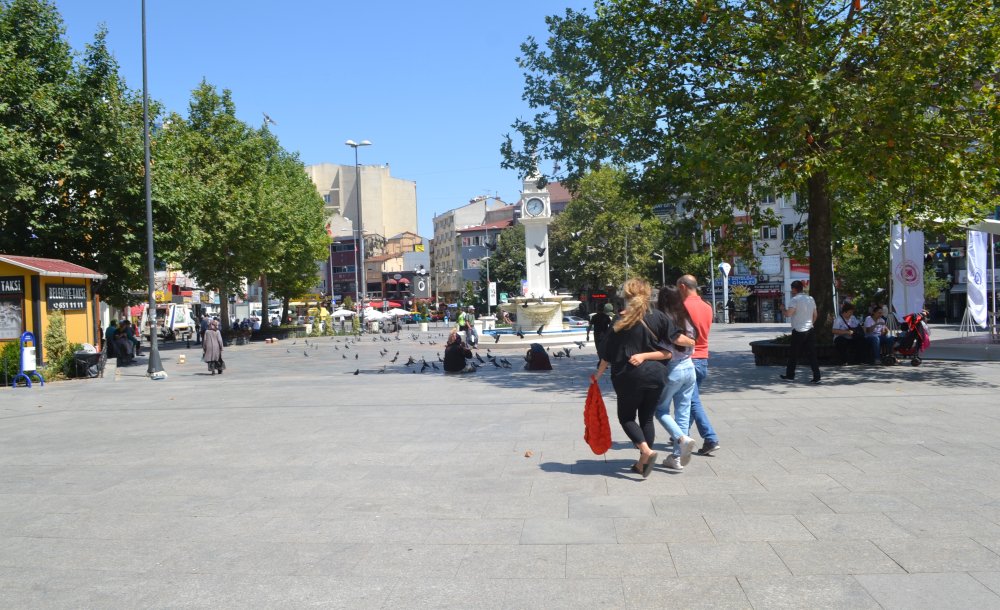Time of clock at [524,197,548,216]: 12:41
